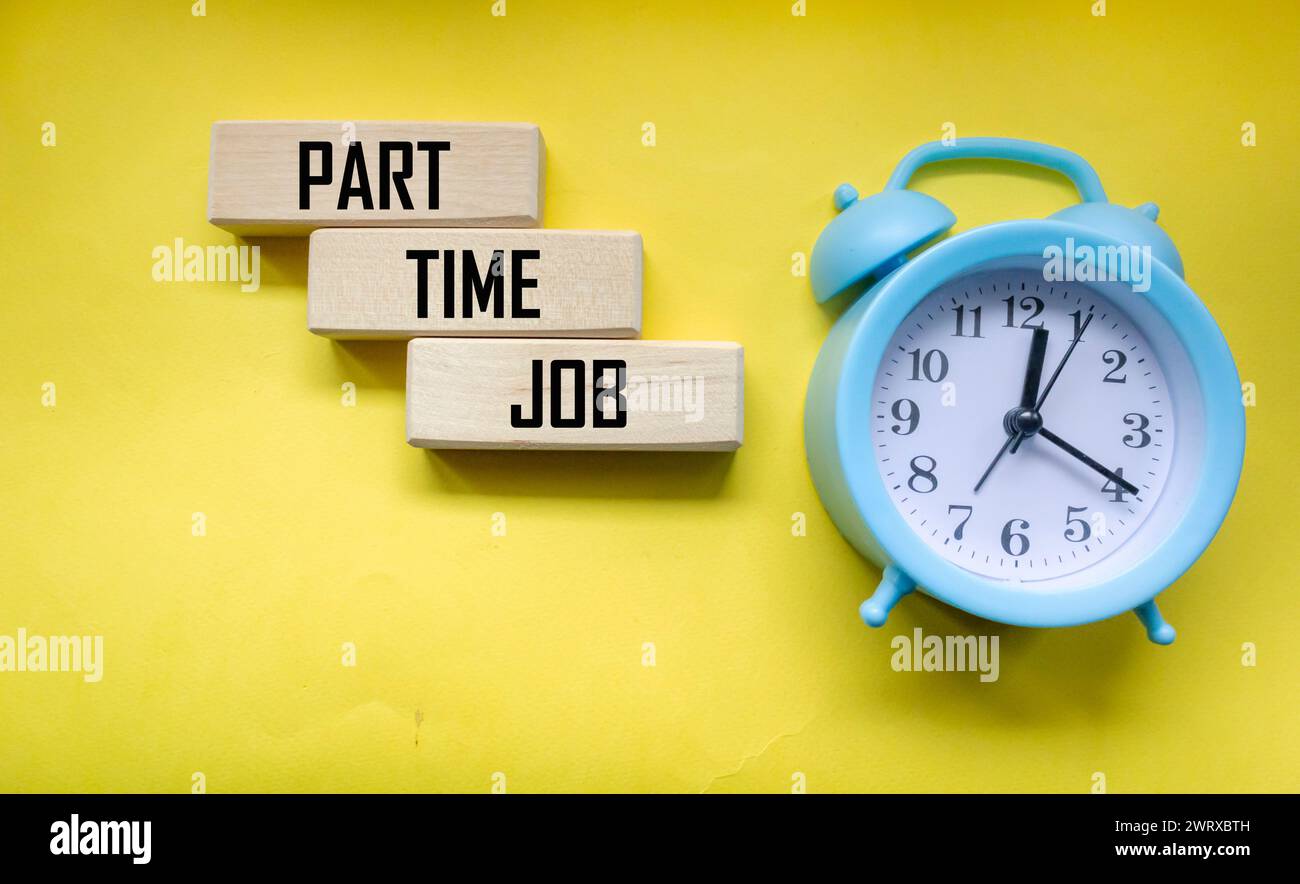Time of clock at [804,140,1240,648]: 12:19
